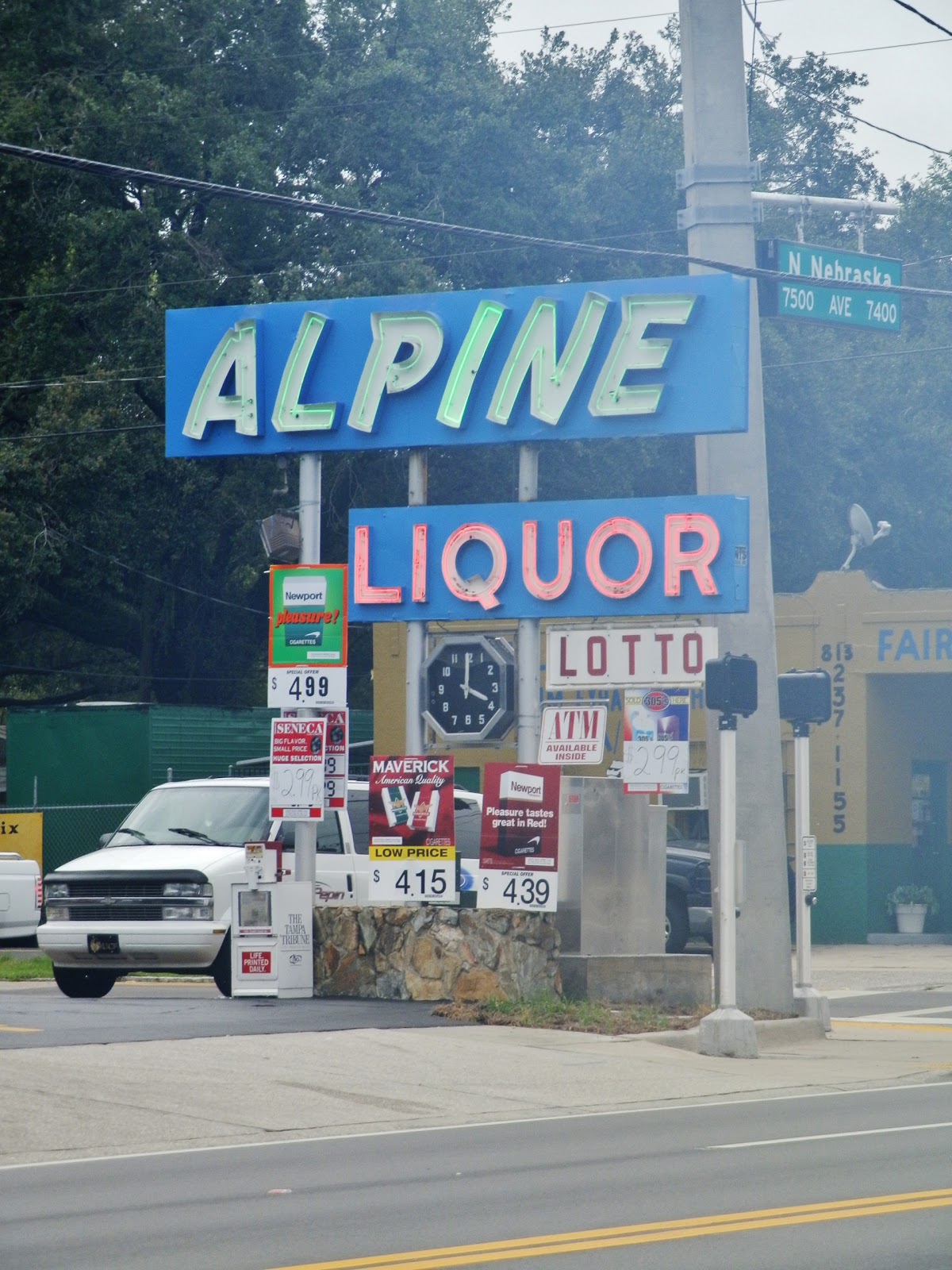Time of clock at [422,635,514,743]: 4:00
